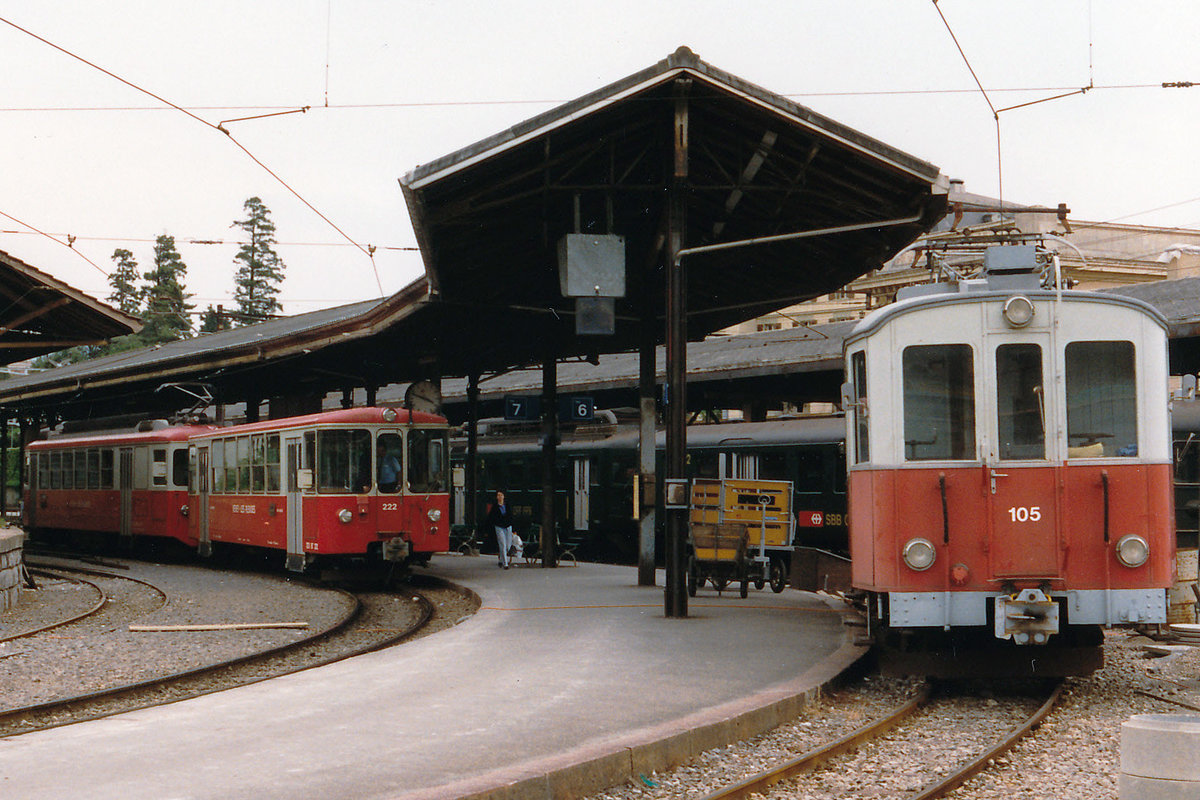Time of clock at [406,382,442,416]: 3:48
